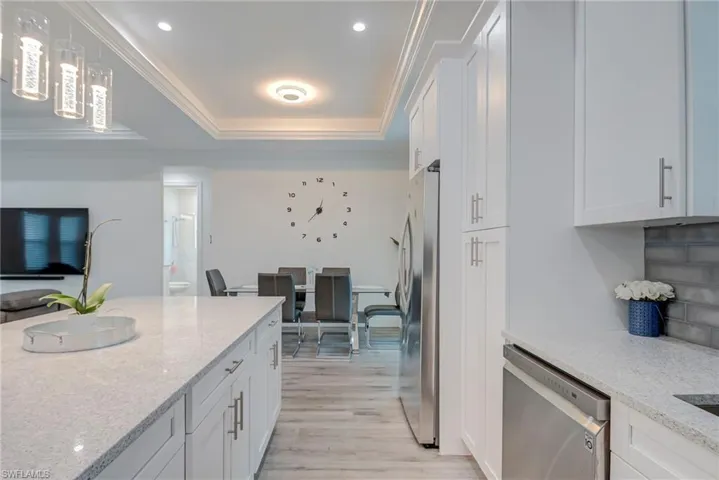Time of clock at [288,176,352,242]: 12:37
